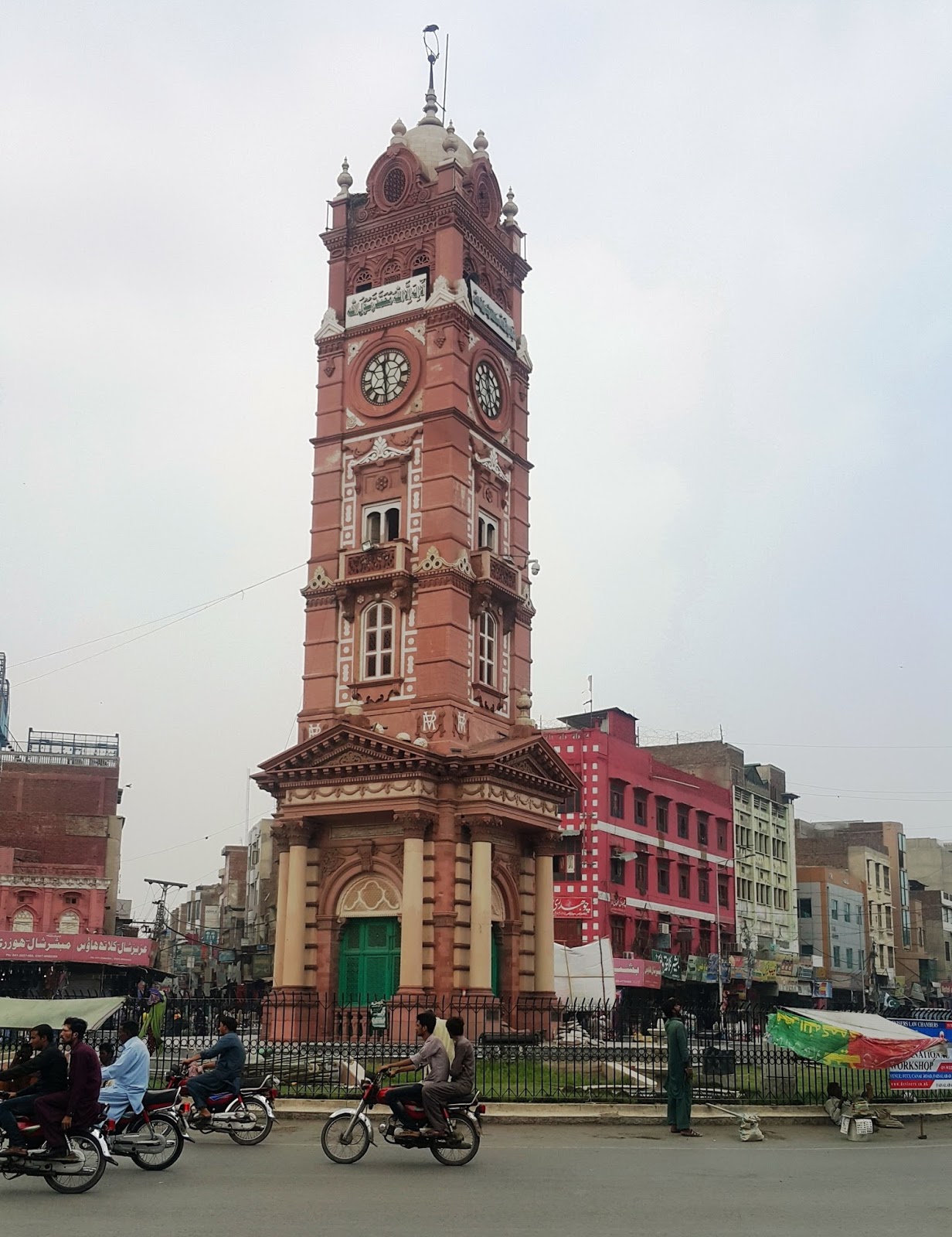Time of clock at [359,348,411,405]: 11:29
